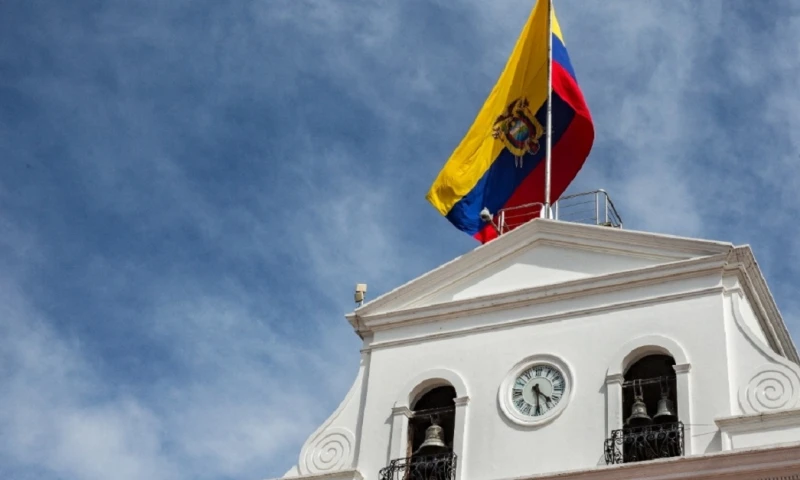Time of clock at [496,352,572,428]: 4:29
